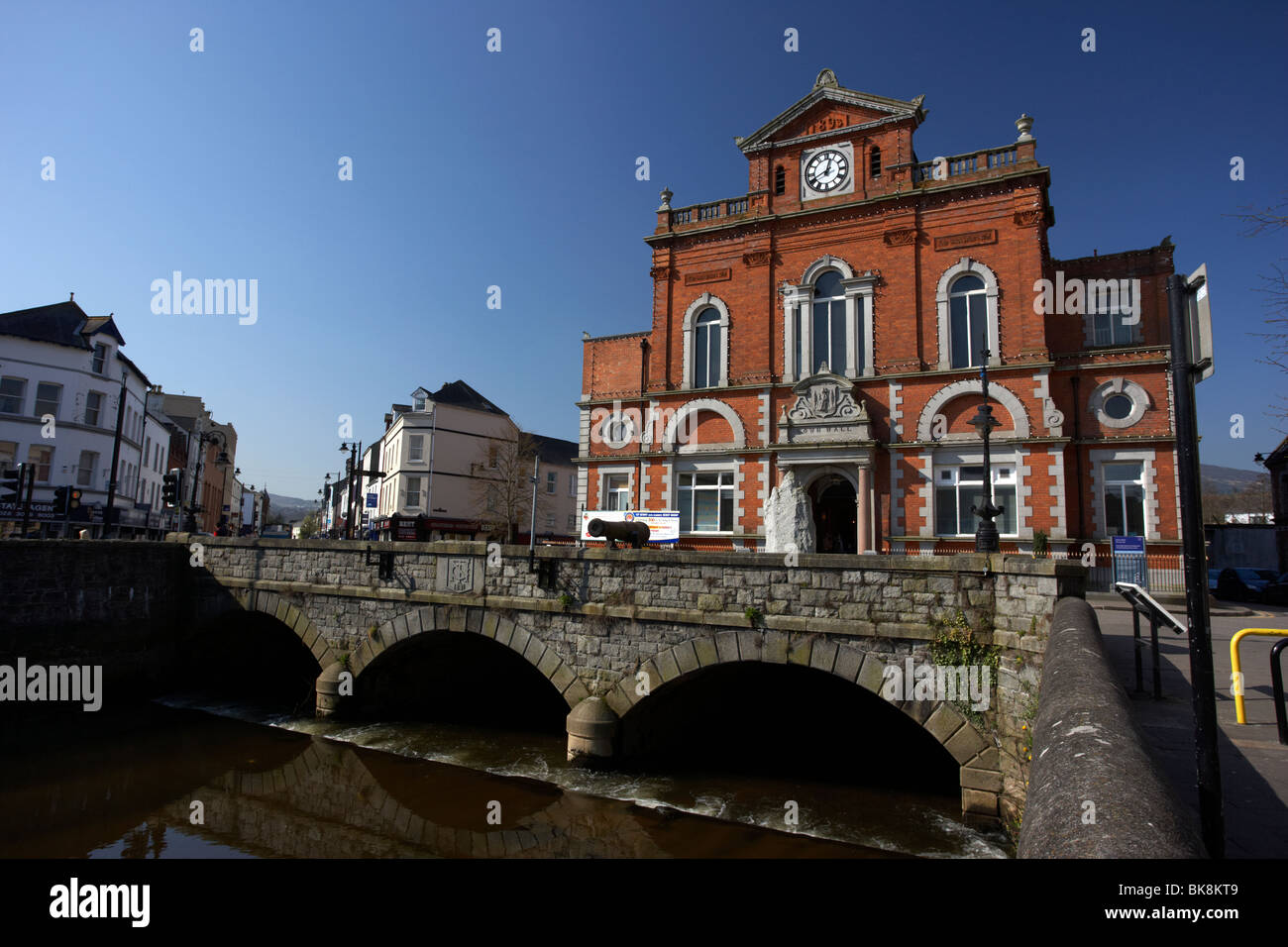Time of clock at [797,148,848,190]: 12:40
